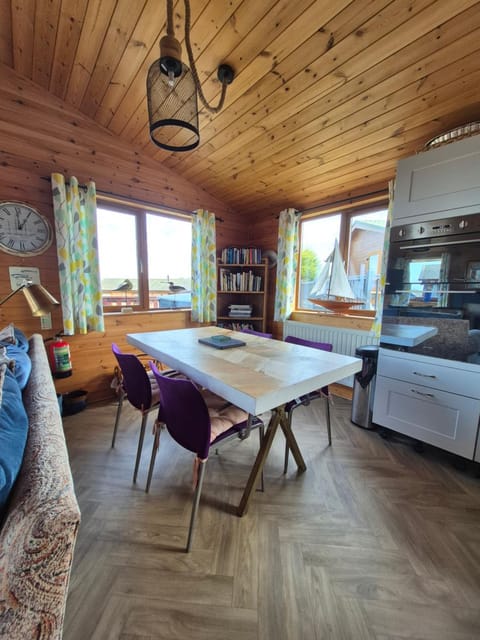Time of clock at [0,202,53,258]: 12:05
